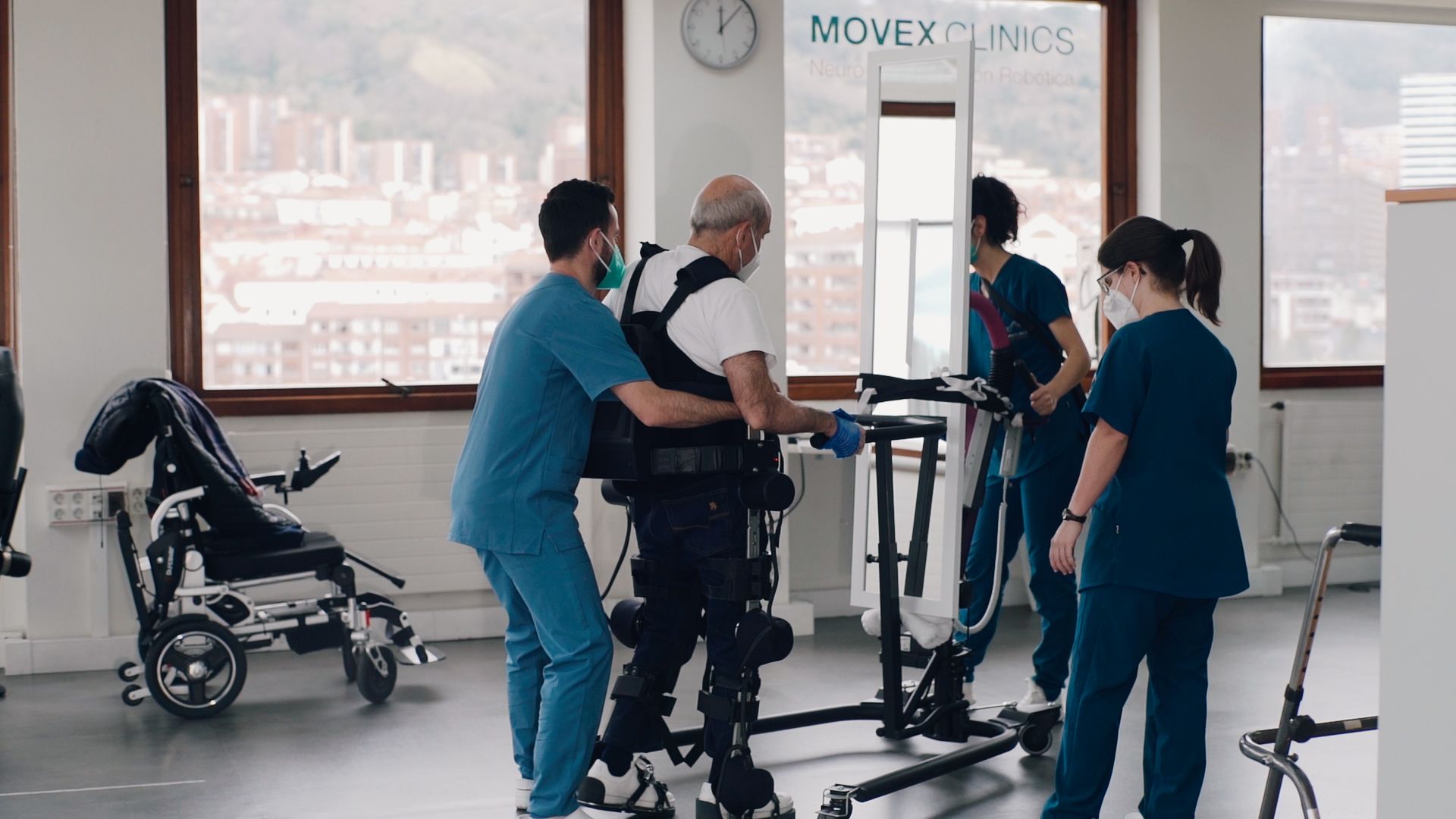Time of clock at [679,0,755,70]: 12:07
